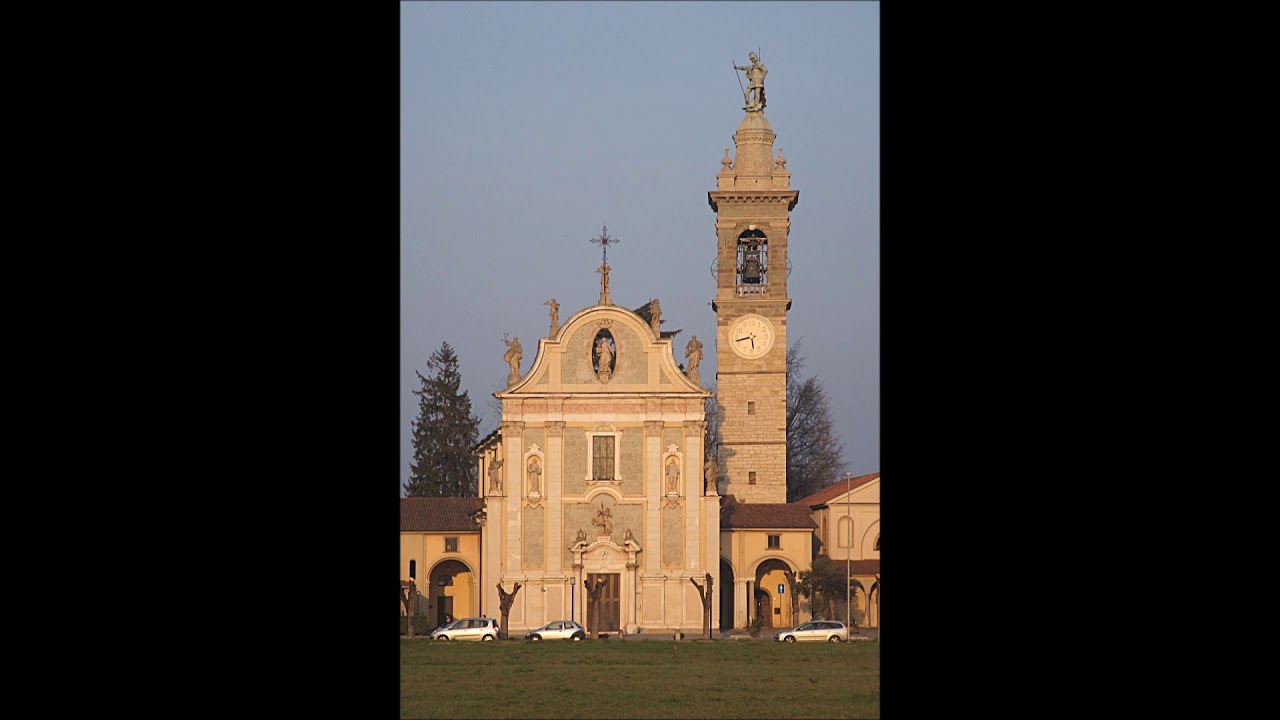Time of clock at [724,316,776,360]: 5:42
